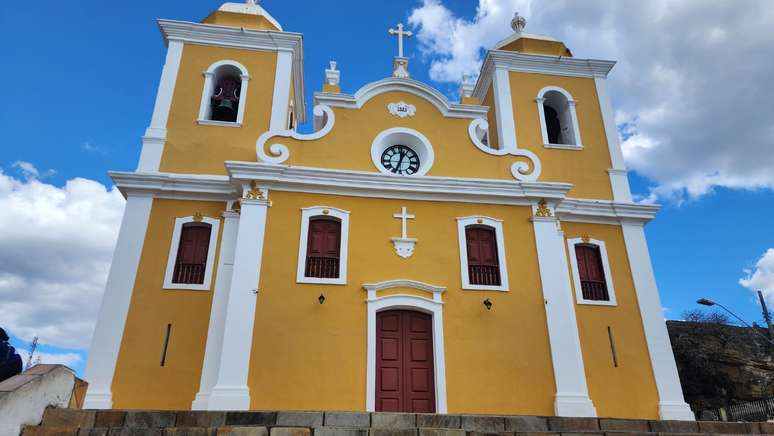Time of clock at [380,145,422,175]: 12:33
